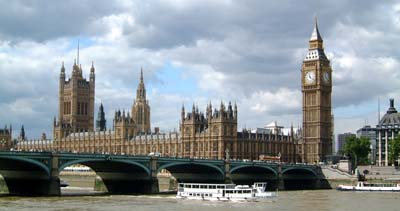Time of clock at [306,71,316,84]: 11:21
